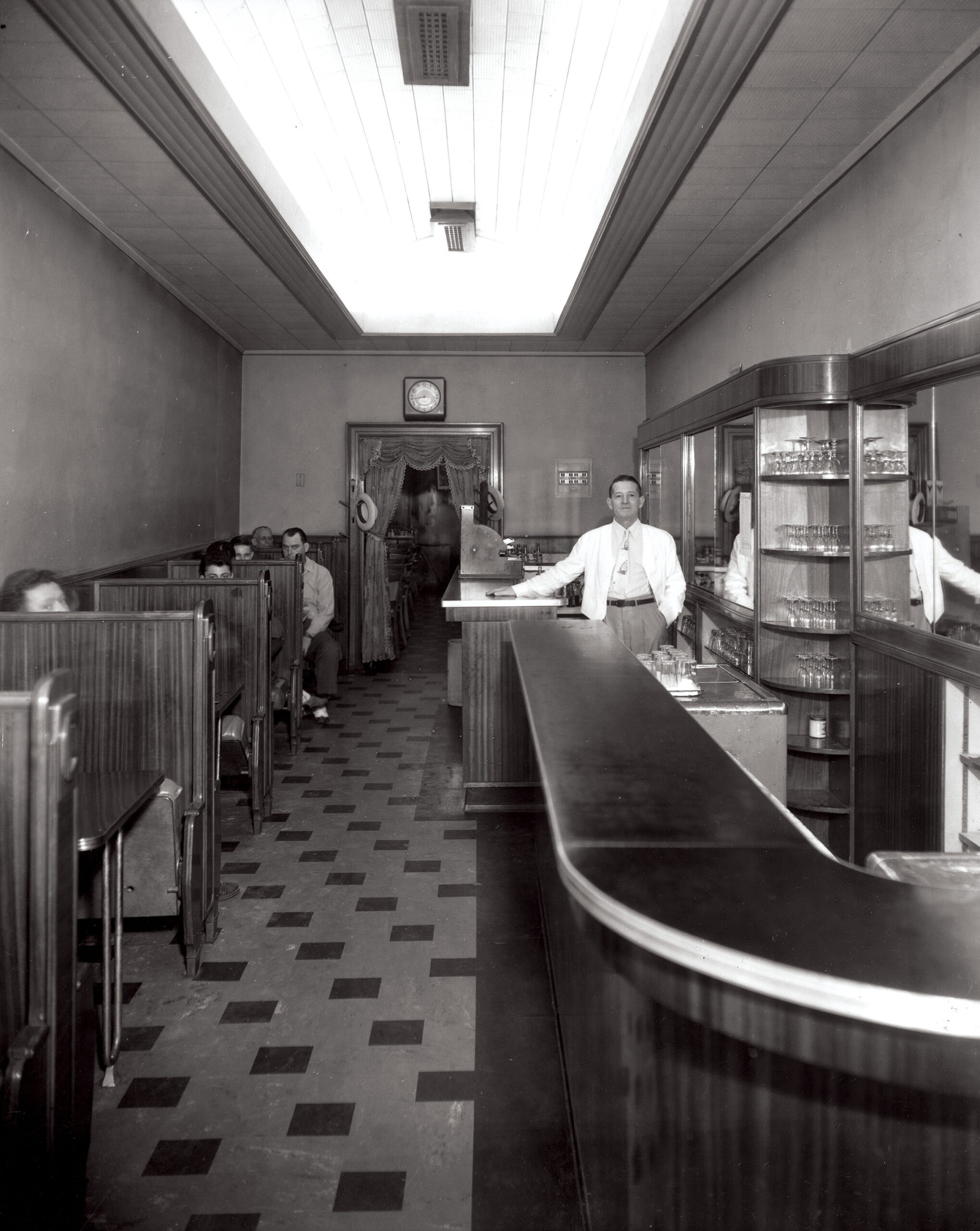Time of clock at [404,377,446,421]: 8:43
